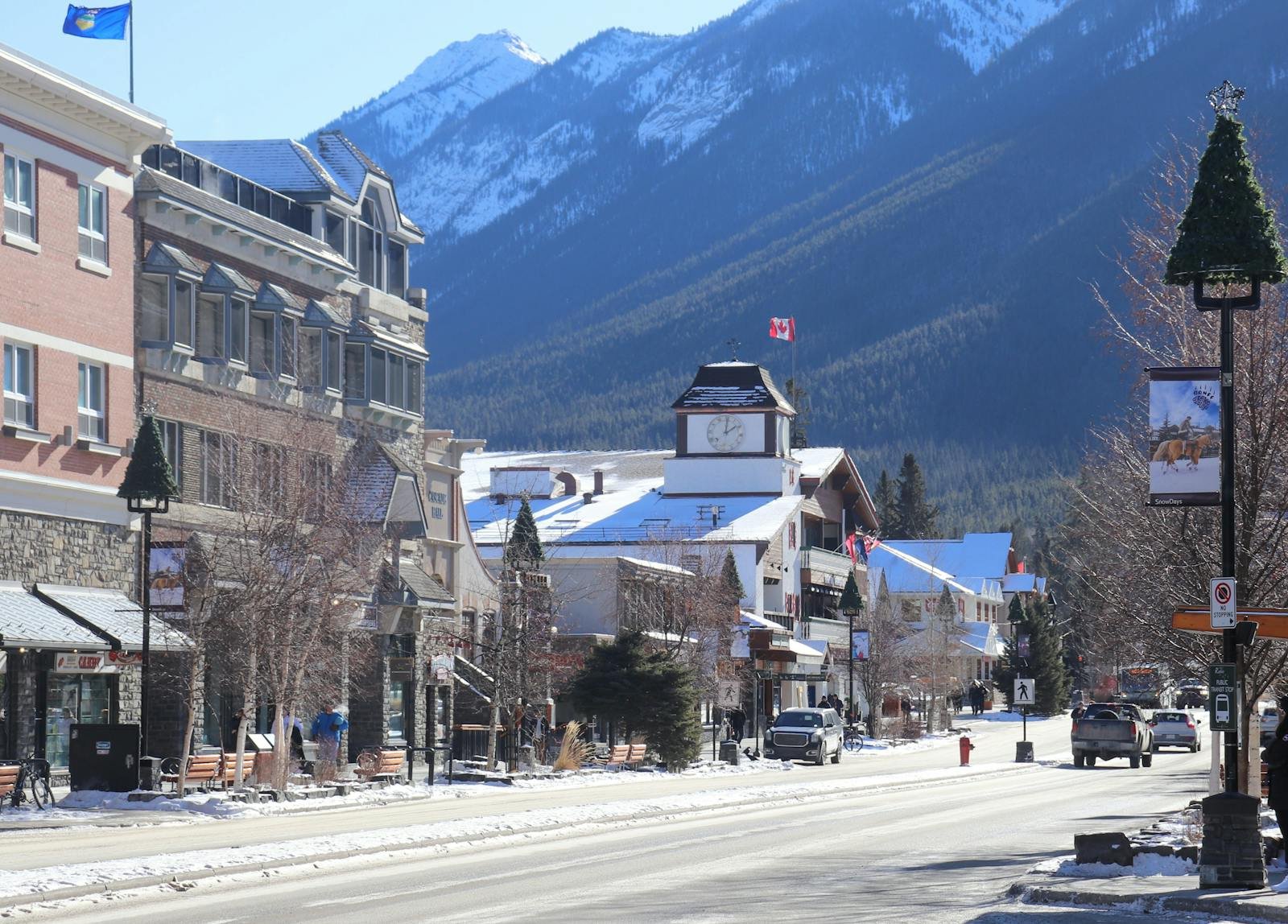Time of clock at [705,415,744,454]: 2:00
